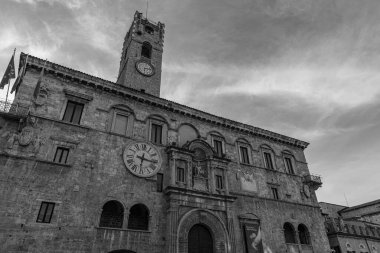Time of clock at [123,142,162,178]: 6:16
